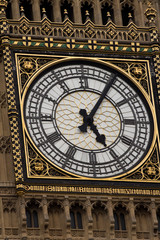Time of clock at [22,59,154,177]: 5:05
